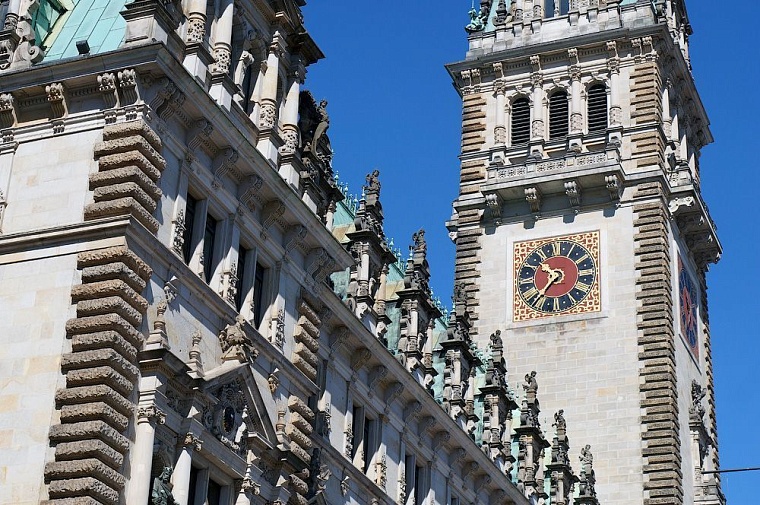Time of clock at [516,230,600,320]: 10:37
